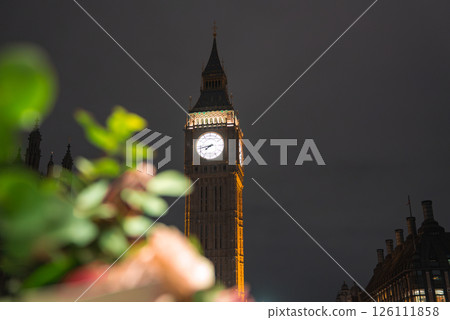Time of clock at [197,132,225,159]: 7:42
